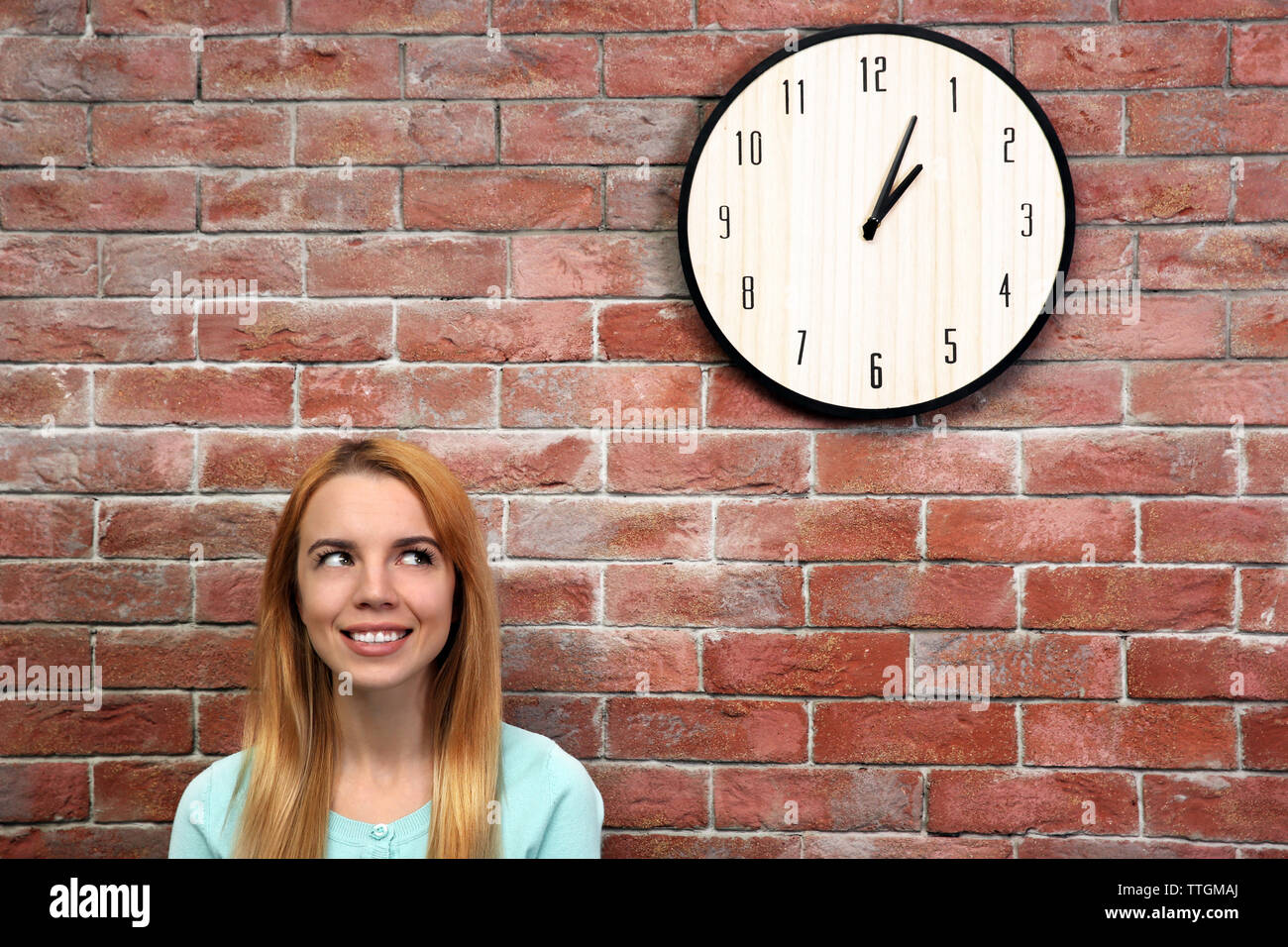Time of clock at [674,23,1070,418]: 1:03
